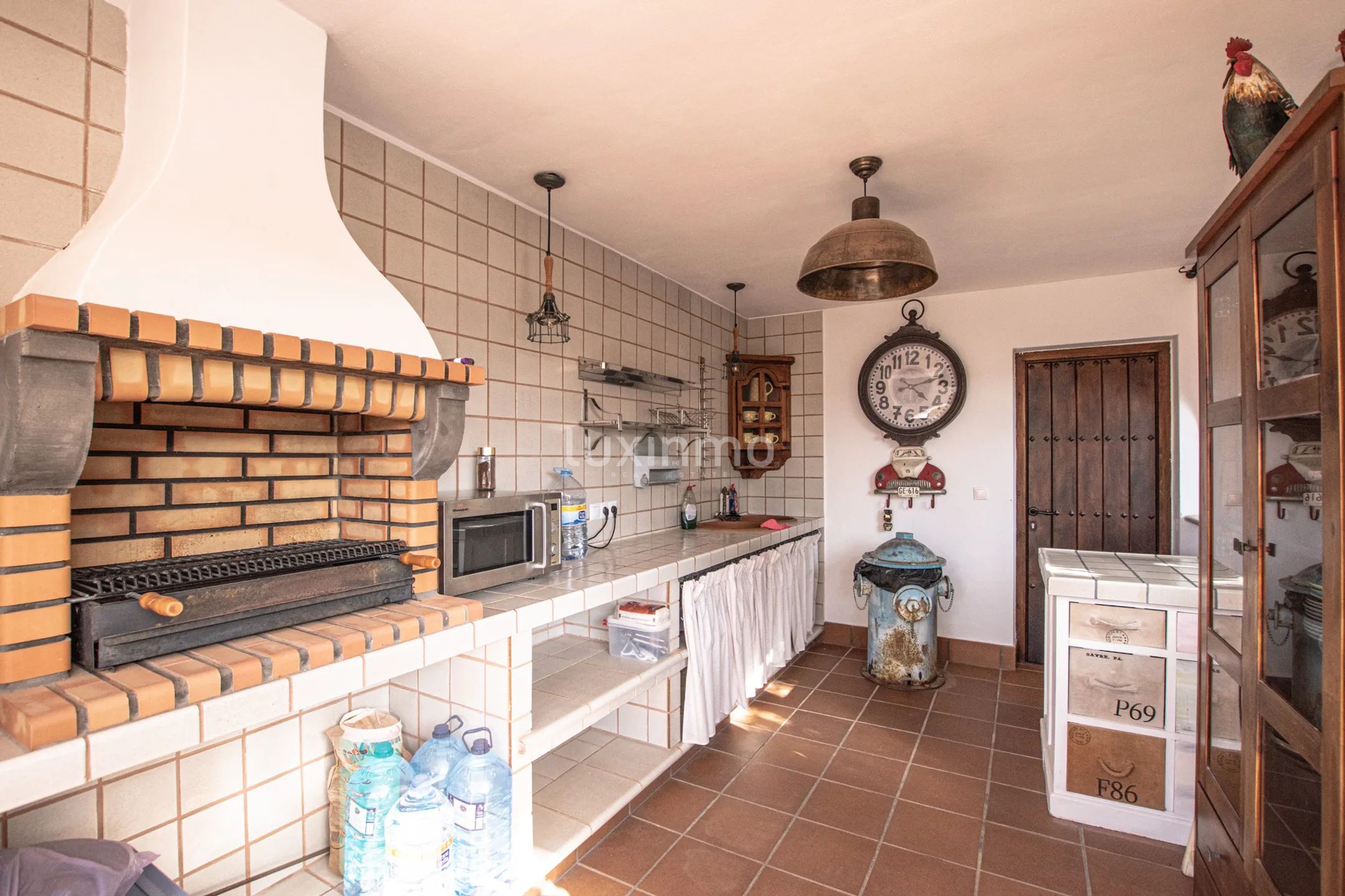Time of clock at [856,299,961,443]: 4:12
